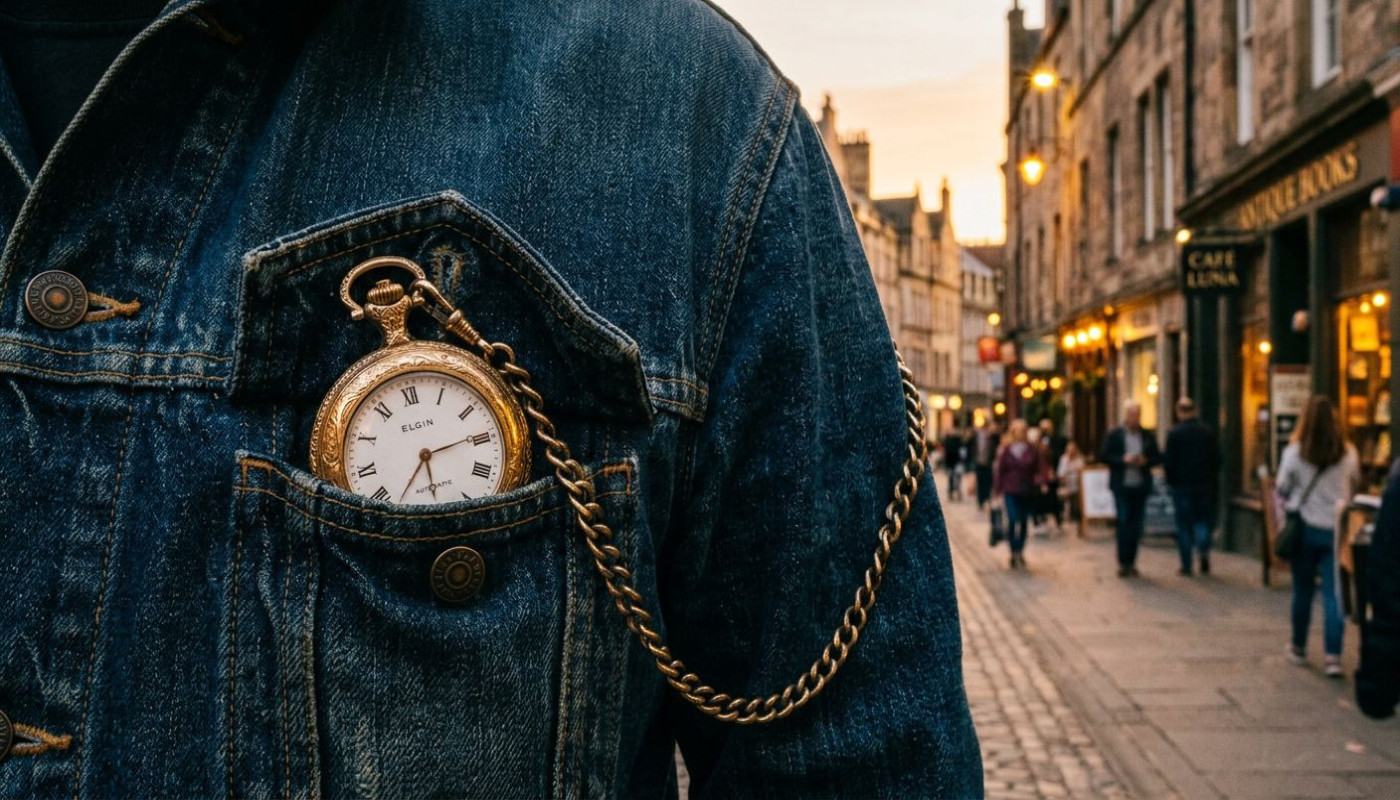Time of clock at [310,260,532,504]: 2:33
